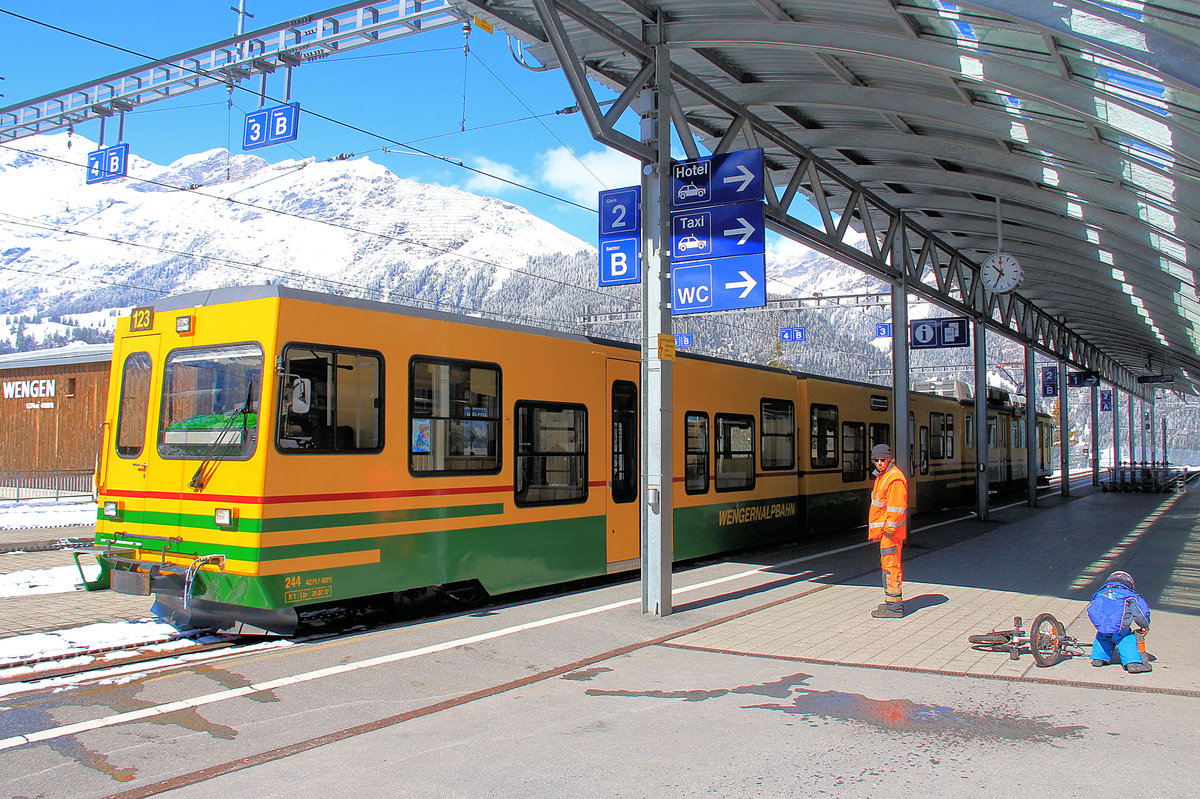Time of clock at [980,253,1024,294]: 10:34
